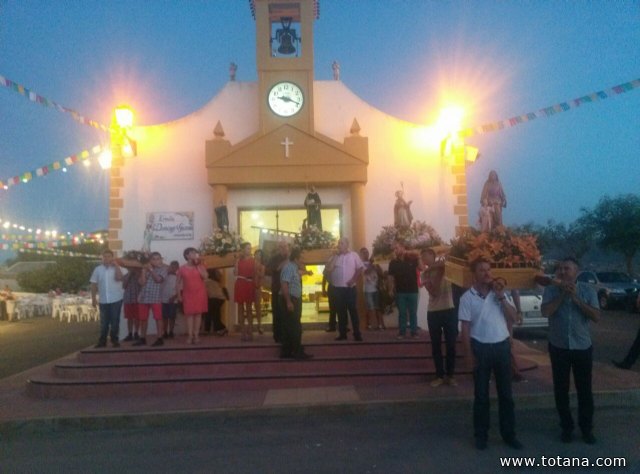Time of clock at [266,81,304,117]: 9:18
